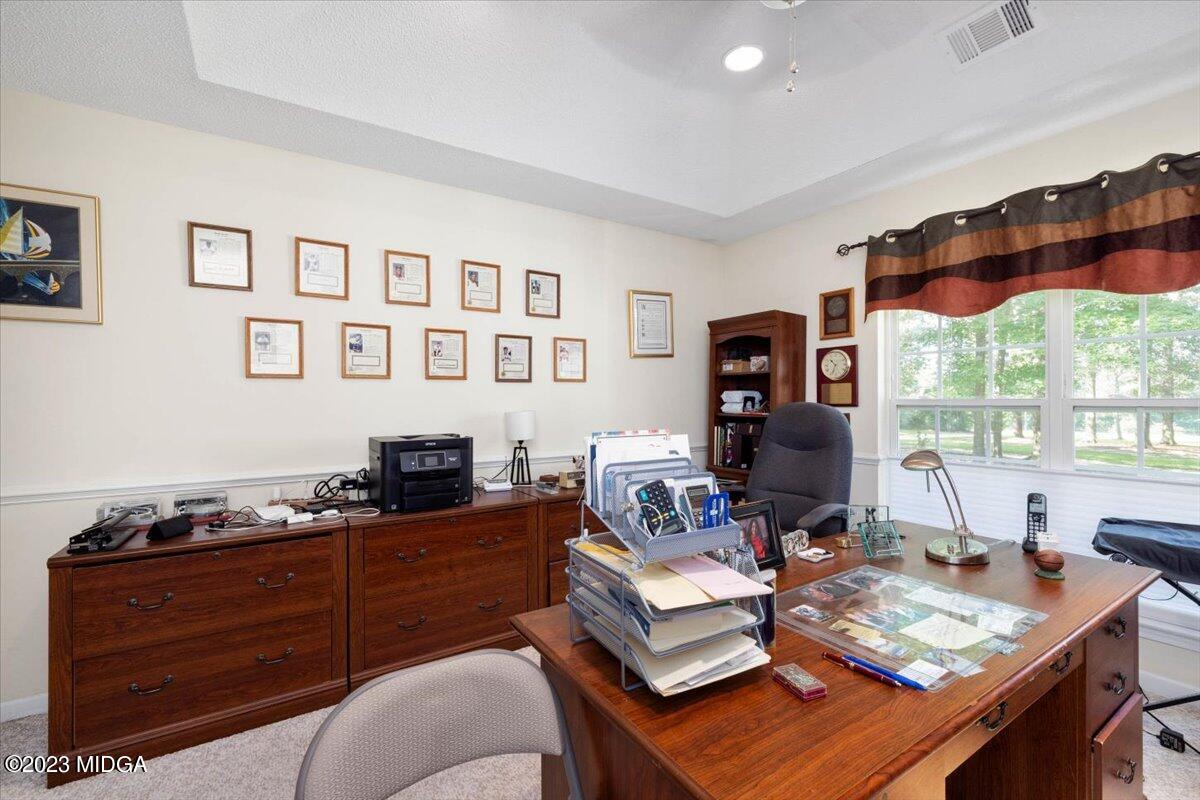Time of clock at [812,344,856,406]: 10:34
